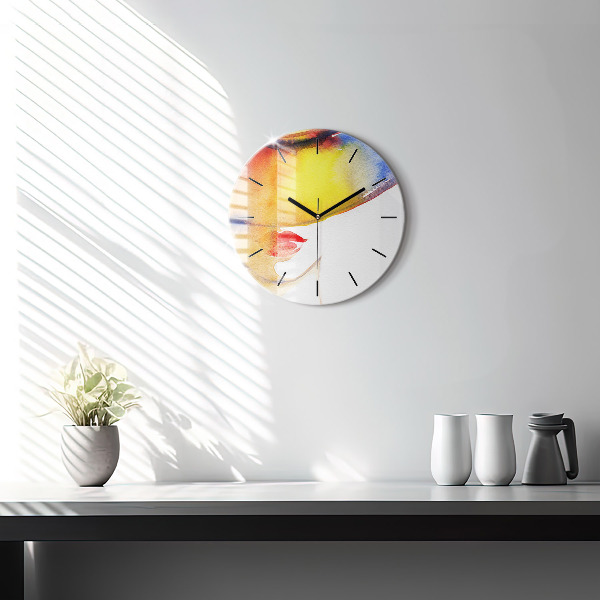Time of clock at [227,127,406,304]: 10:10
